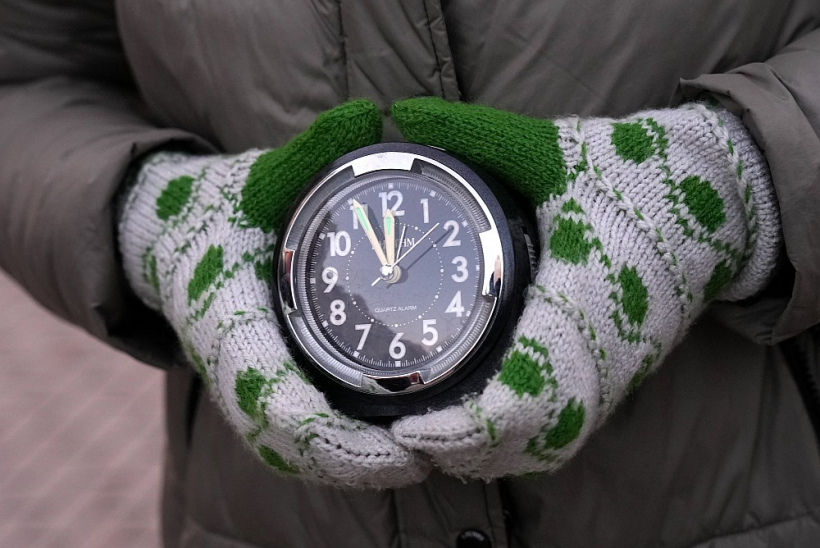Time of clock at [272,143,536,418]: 11:55
